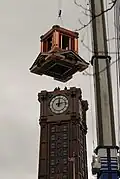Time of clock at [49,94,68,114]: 12:13
